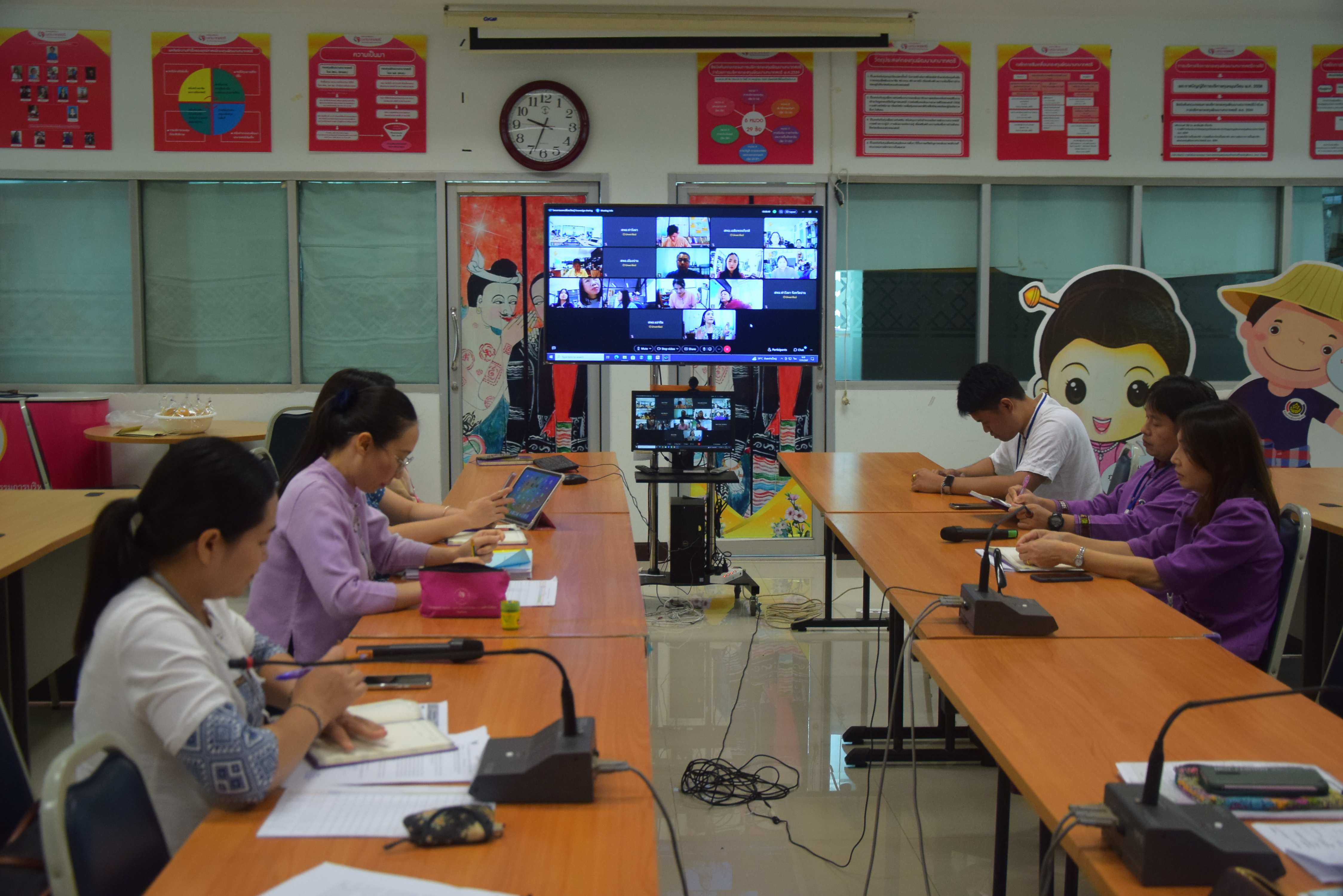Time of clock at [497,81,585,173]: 9:33
